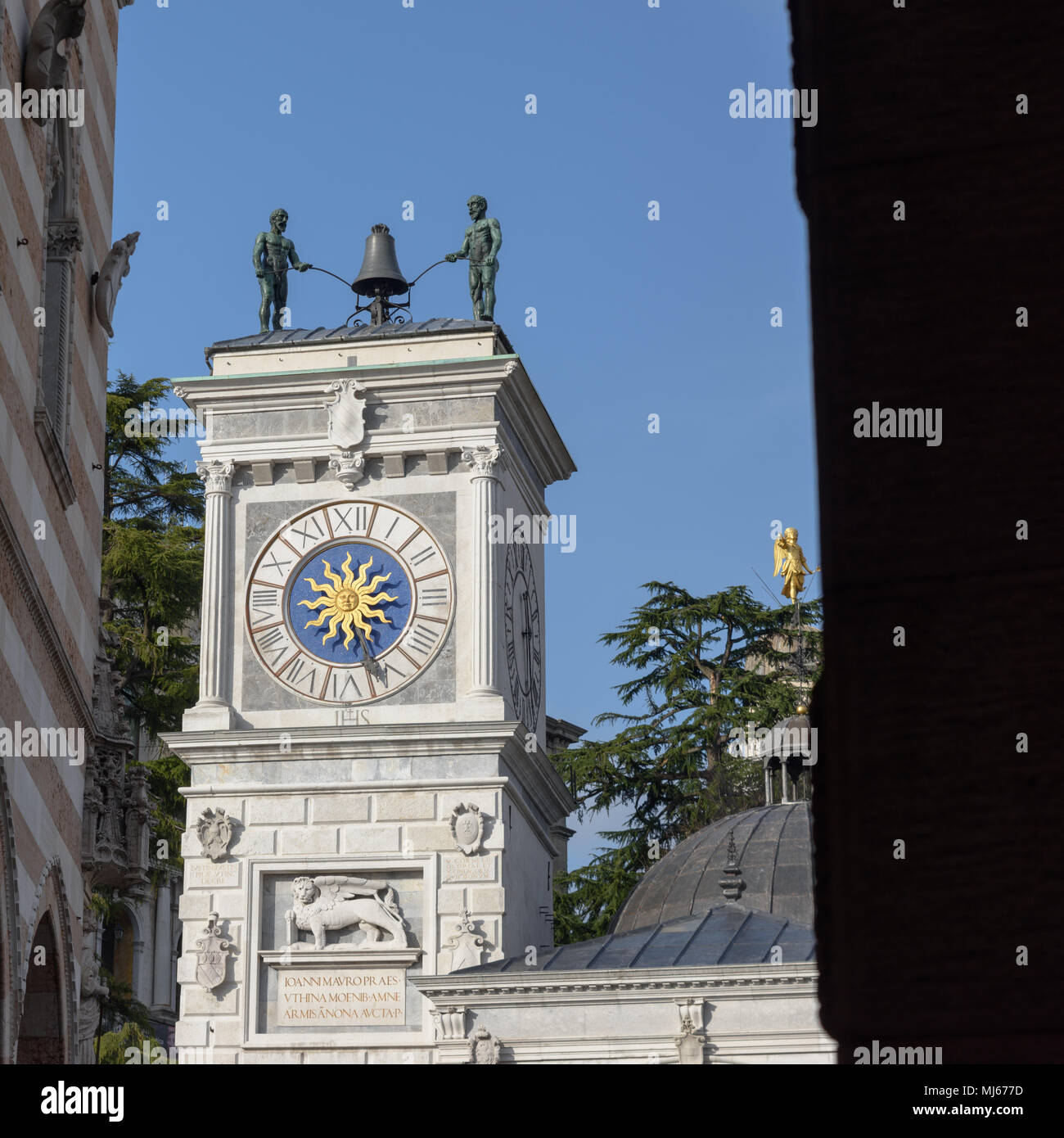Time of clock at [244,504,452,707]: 3:26
